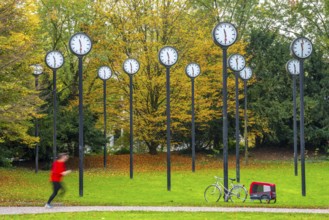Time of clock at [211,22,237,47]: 11:29
